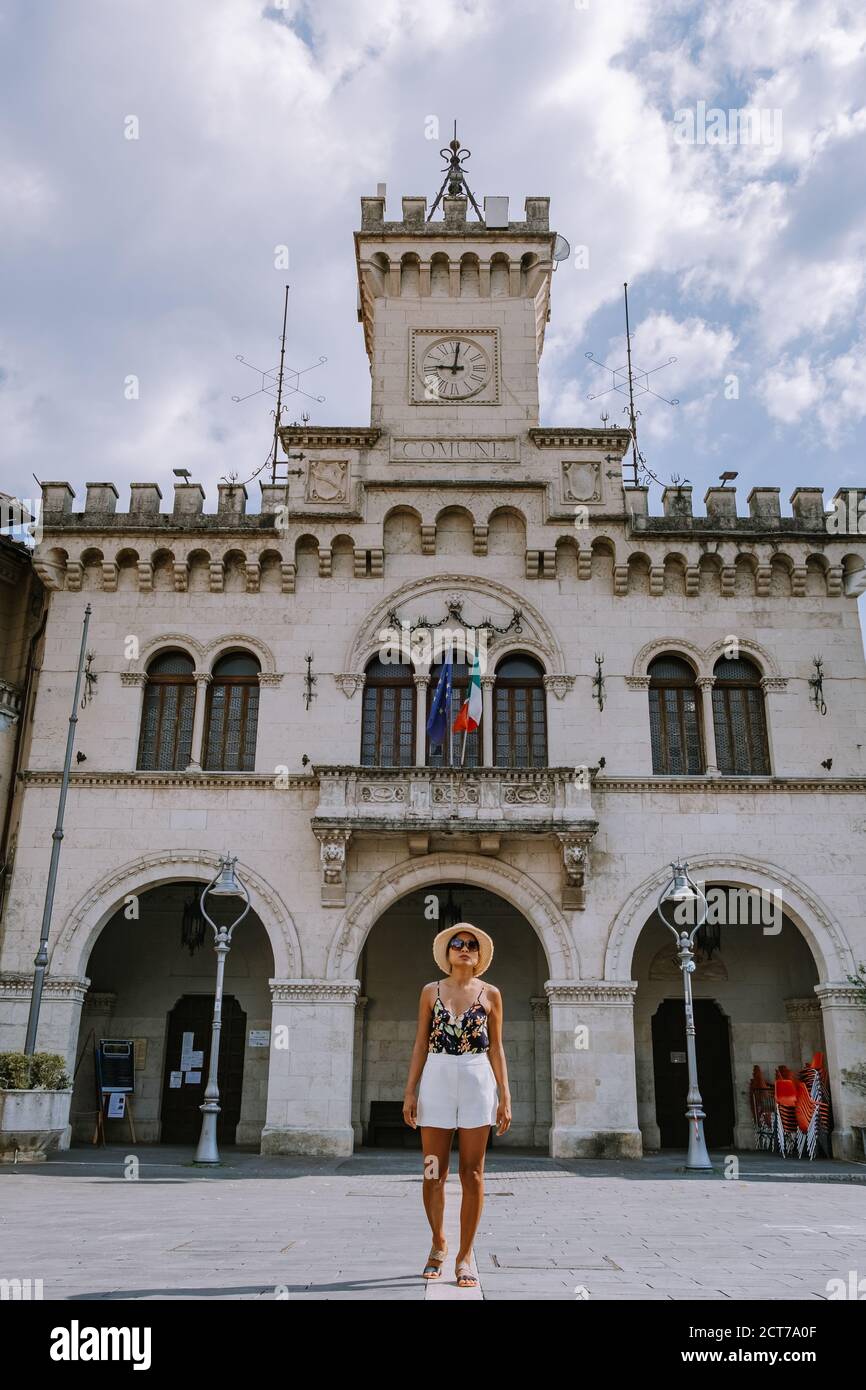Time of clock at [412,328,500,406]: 9:01
